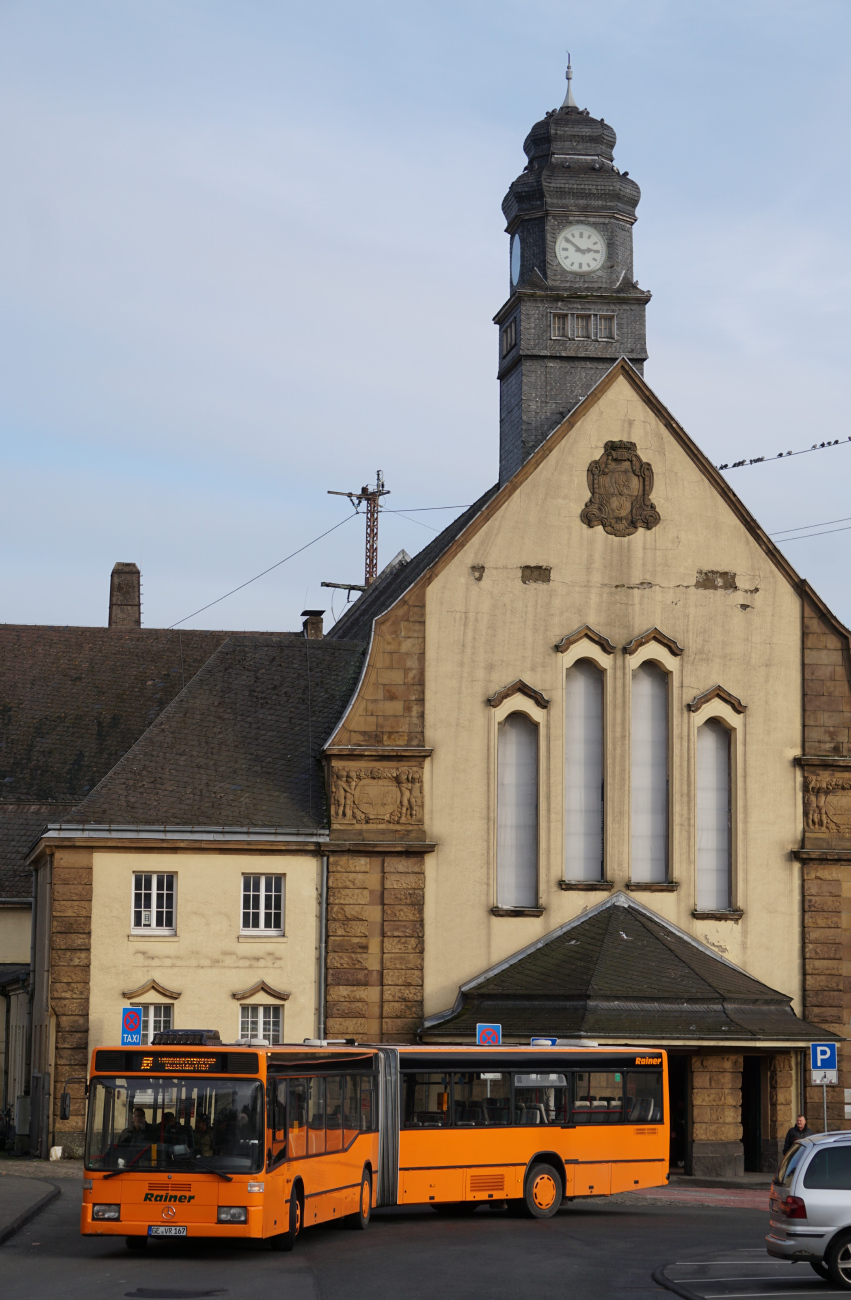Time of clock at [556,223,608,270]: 2:50
